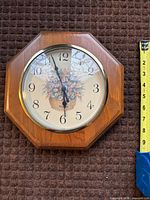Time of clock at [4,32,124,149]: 5:56
